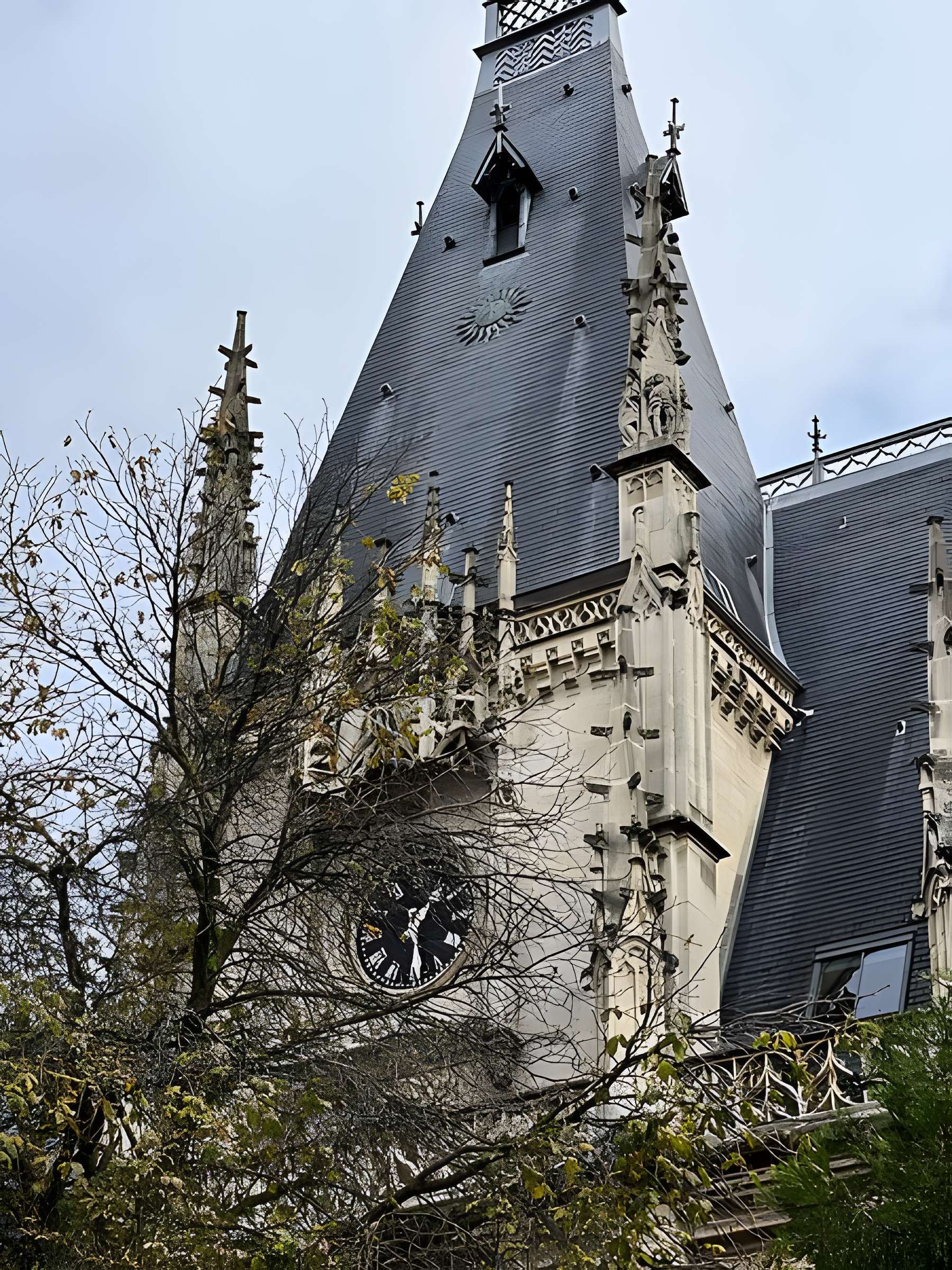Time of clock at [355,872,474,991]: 1:29
